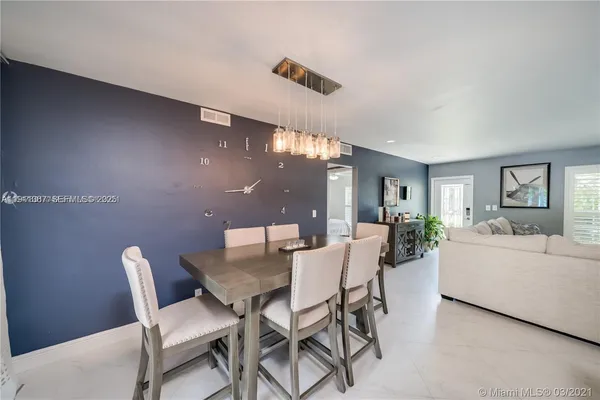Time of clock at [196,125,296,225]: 1:44
